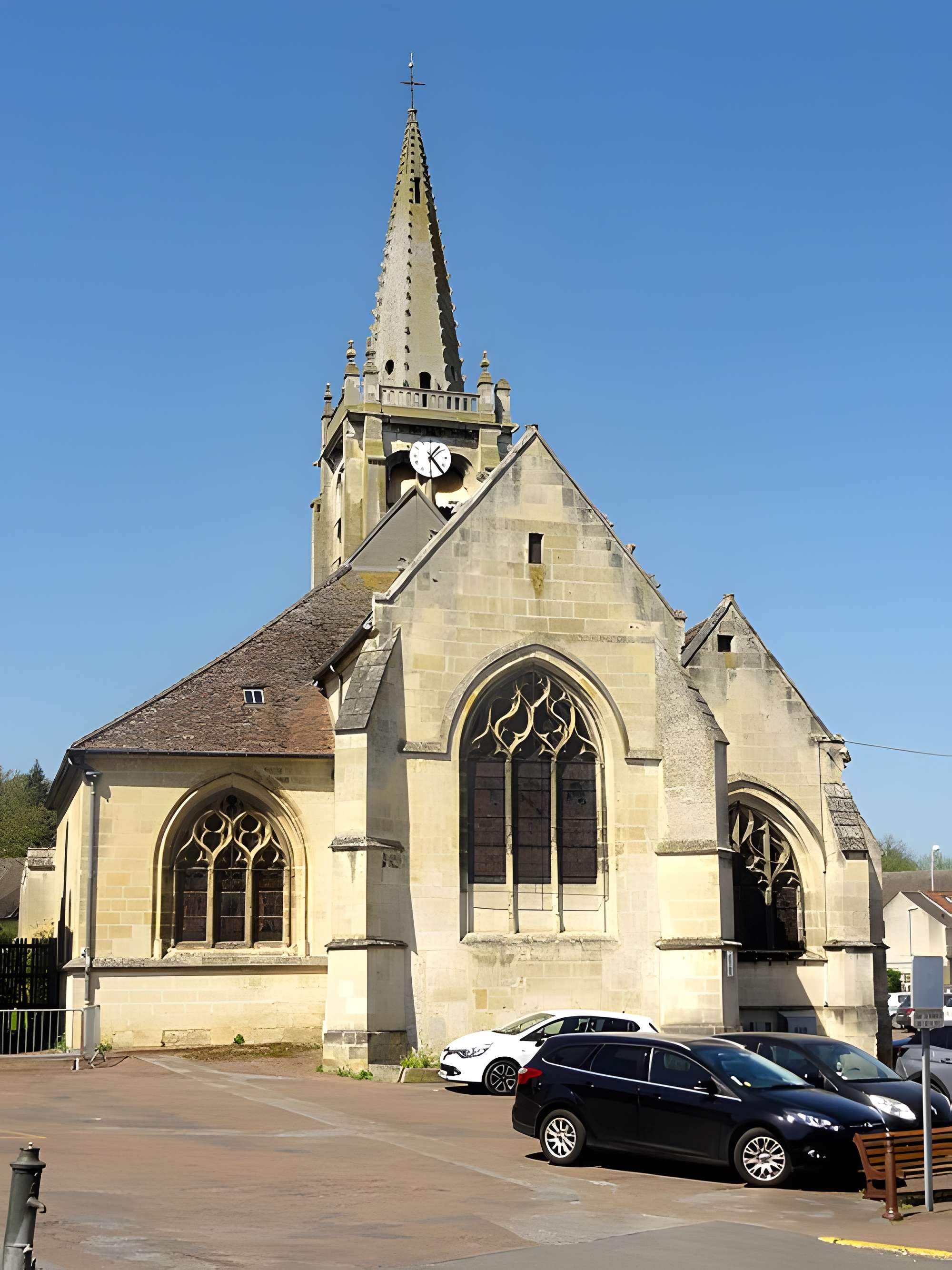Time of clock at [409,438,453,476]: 1:23
